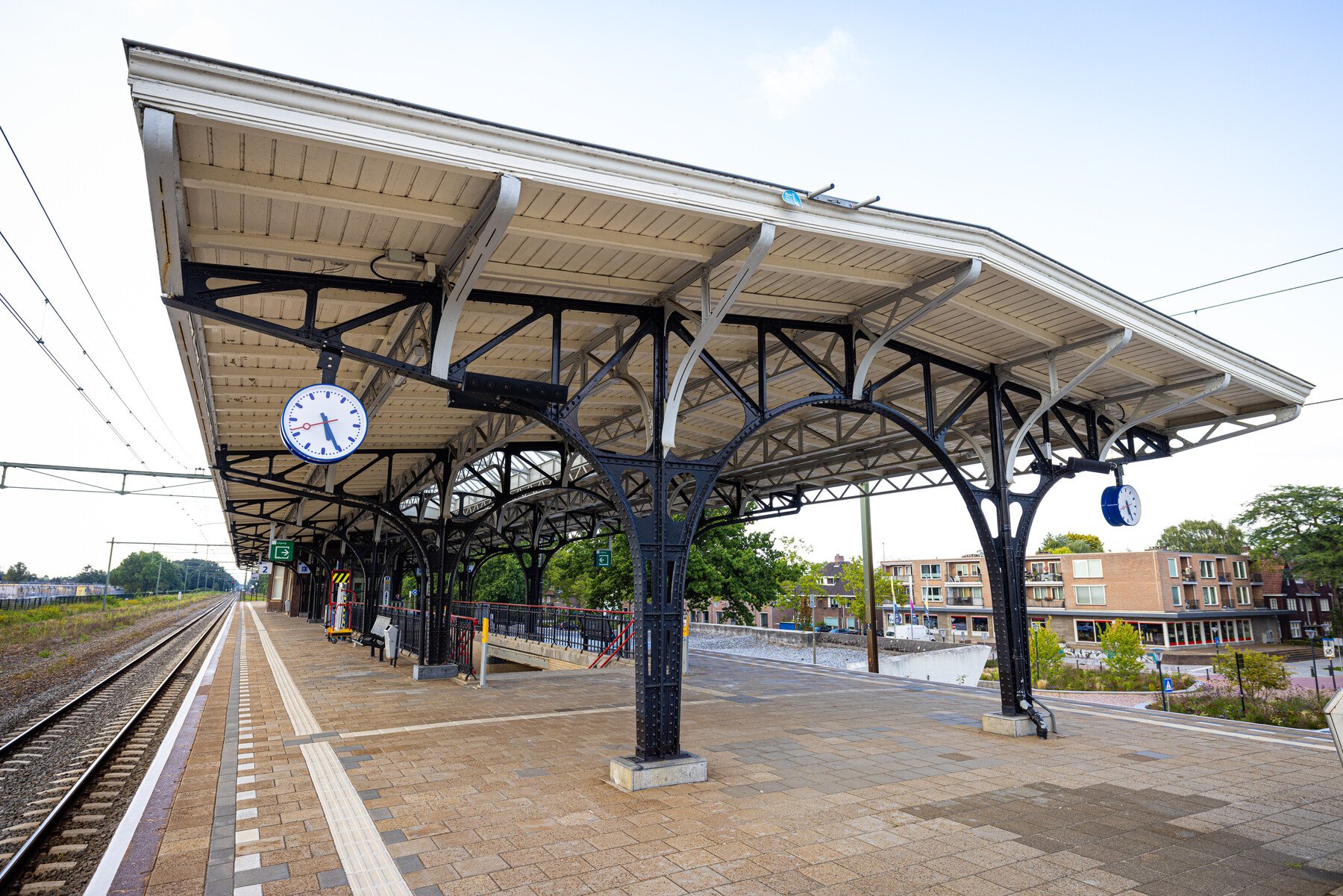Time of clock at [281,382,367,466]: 5:25
